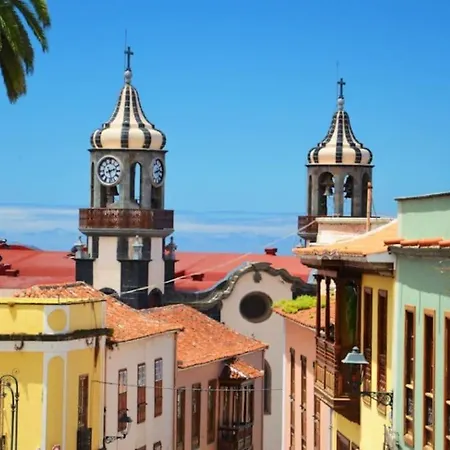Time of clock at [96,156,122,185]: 2:27
